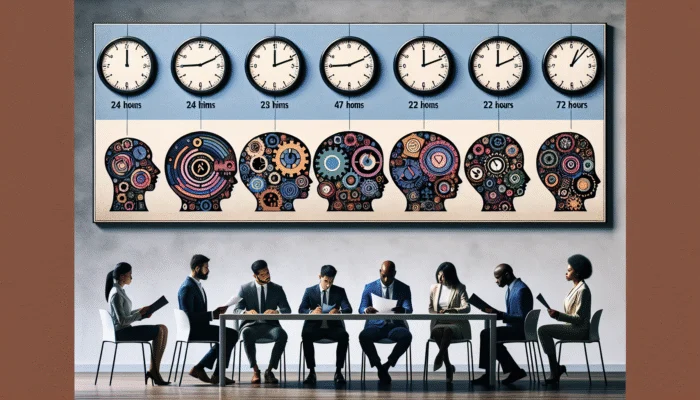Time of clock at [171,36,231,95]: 9:10
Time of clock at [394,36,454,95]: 12:11
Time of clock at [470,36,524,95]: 12:10
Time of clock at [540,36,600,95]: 1:07
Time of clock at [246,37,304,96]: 12:11
